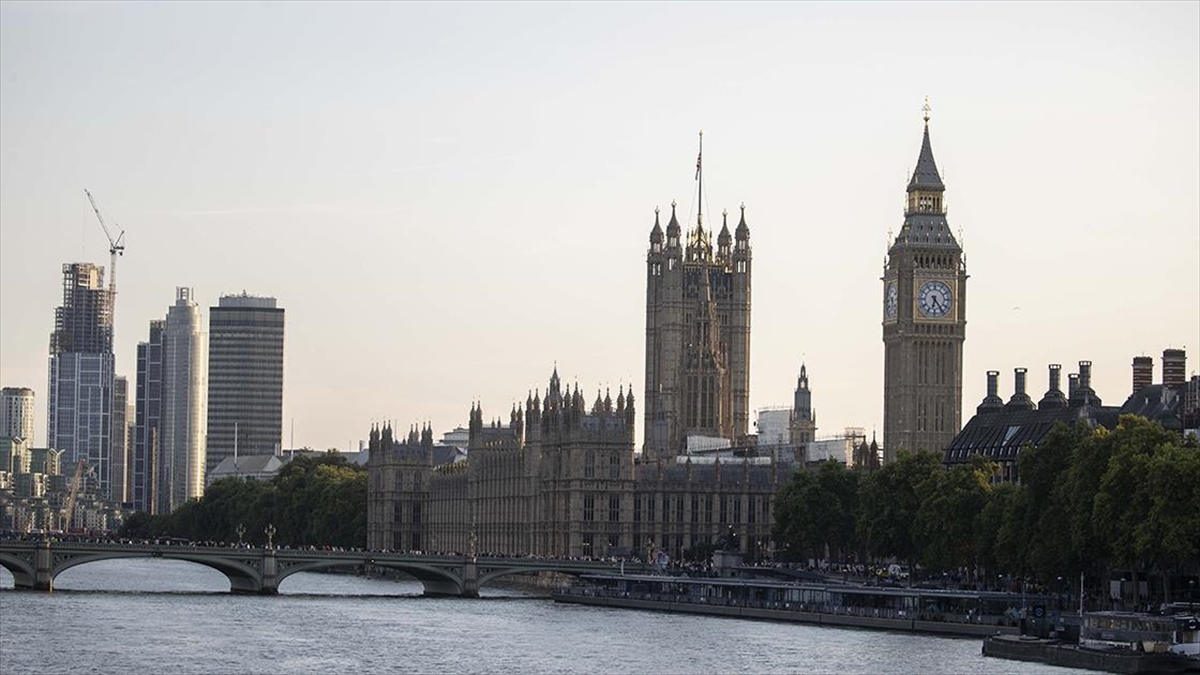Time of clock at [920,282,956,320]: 6:24
